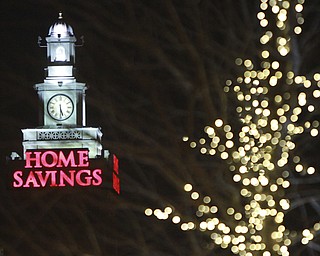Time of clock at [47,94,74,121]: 5:29
